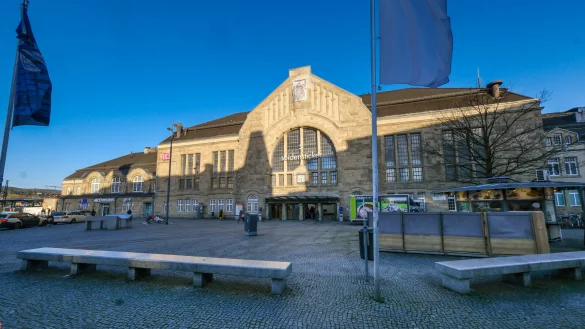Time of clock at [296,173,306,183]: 8:27
